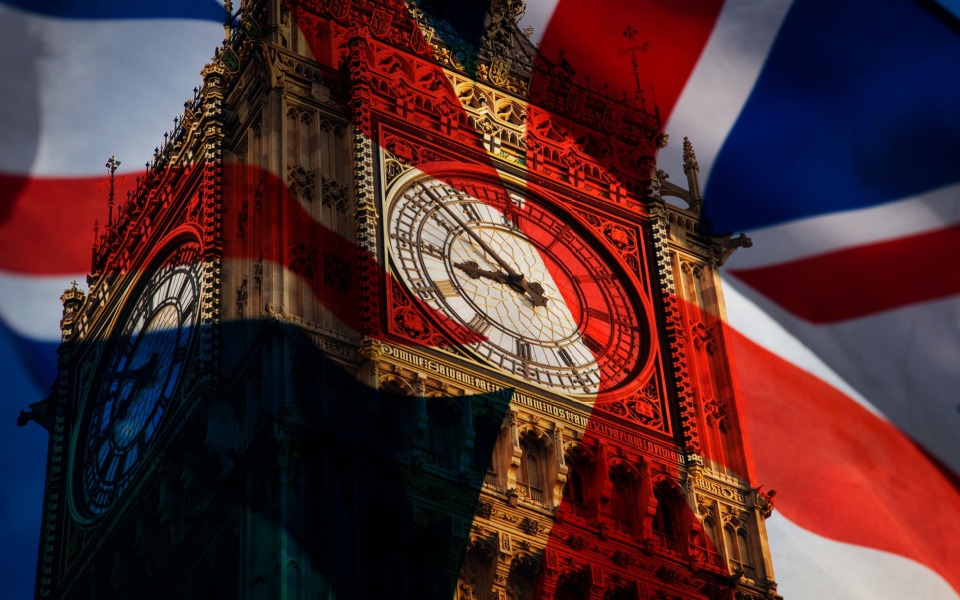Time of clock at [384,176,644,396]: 8:52
